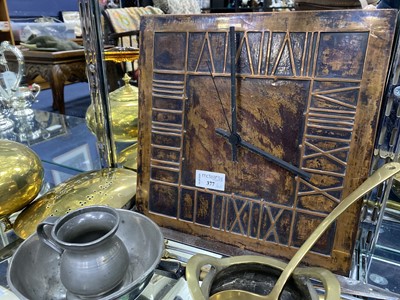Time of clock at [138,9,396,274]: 4:00
